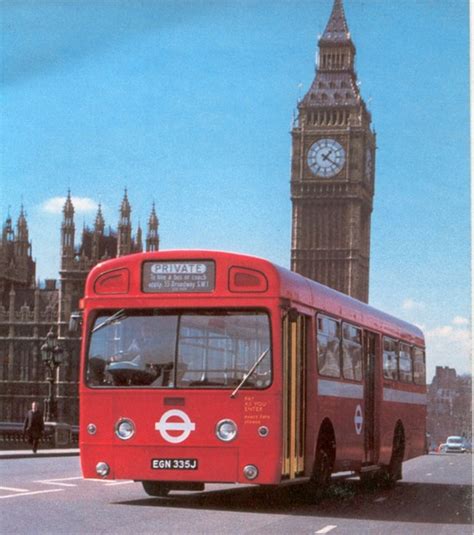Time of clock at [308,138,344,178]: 1:20
